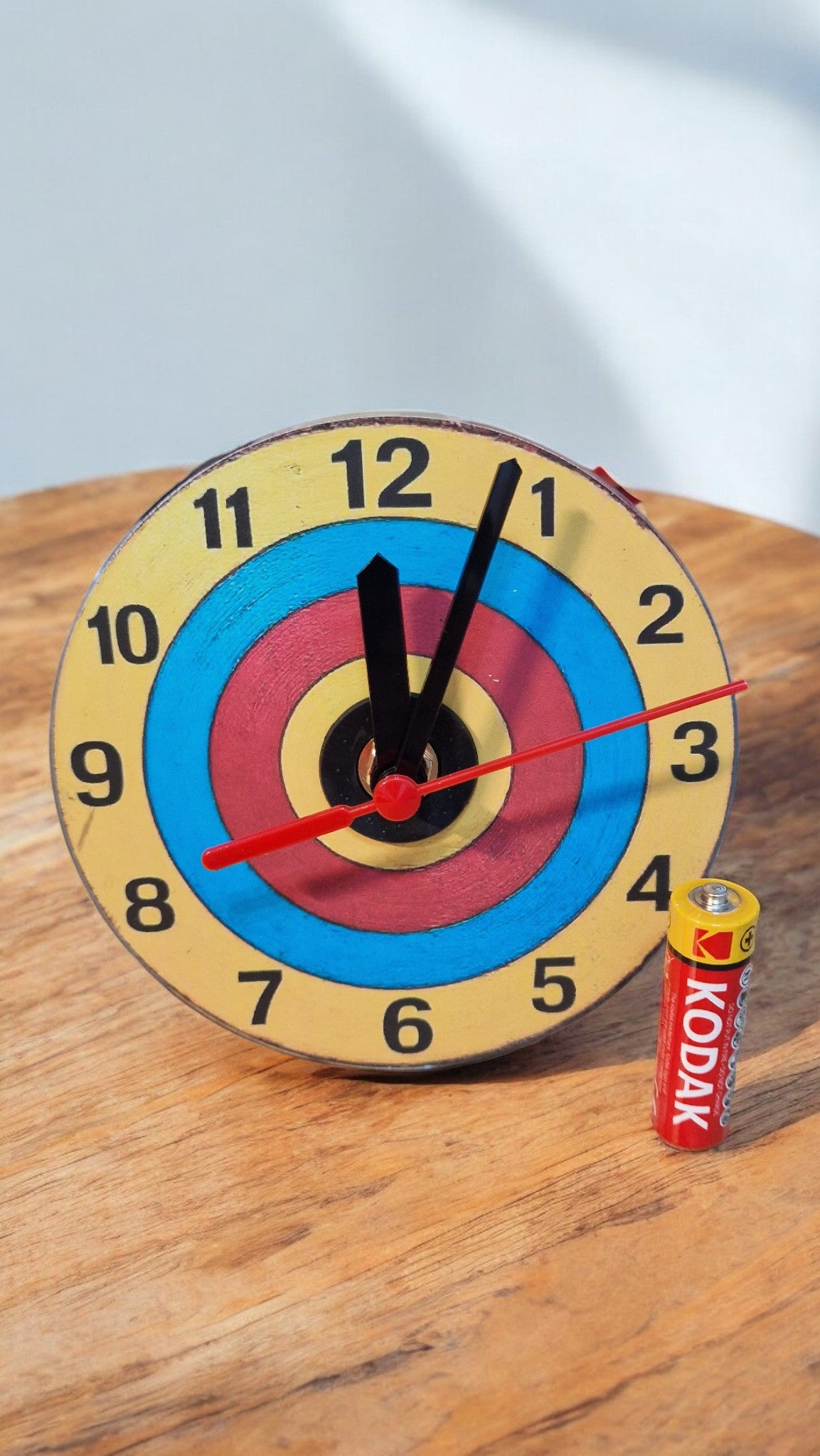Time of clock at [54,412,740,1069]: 12:03
